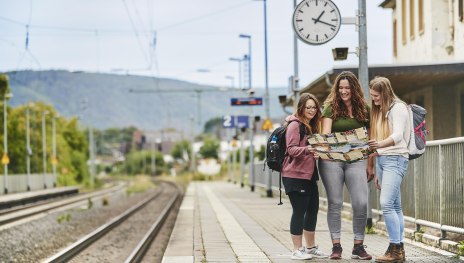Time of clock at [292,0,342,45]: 1:18
